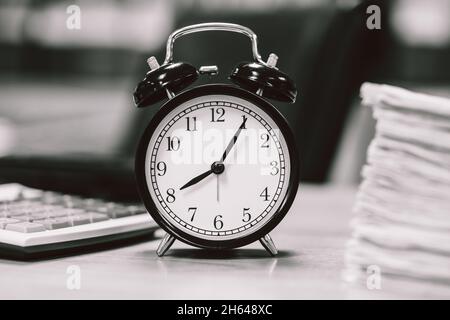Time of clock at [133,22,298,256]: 8:05
